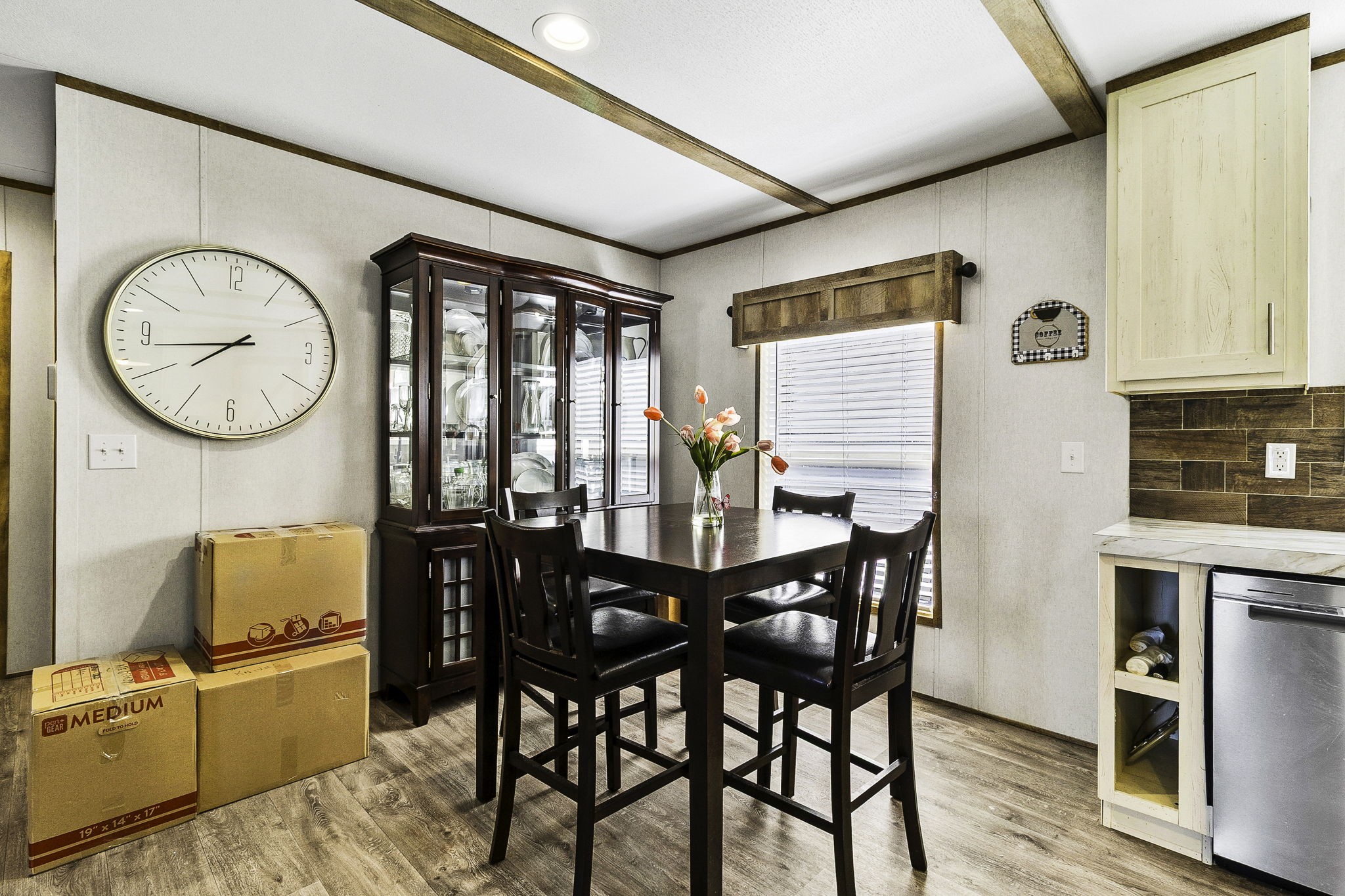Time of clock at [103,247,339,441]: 7:42
